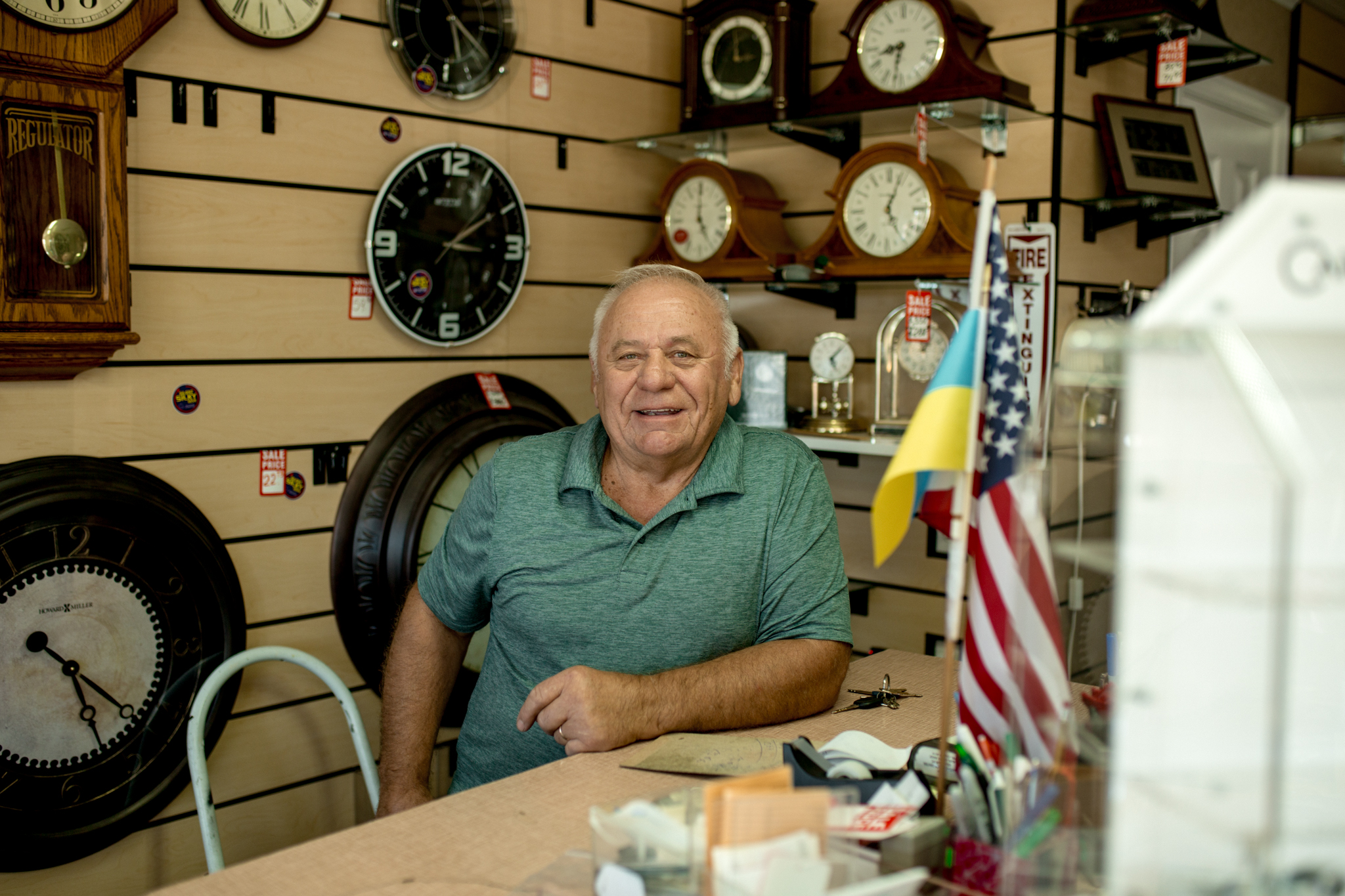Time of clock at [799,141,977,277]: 5:03
